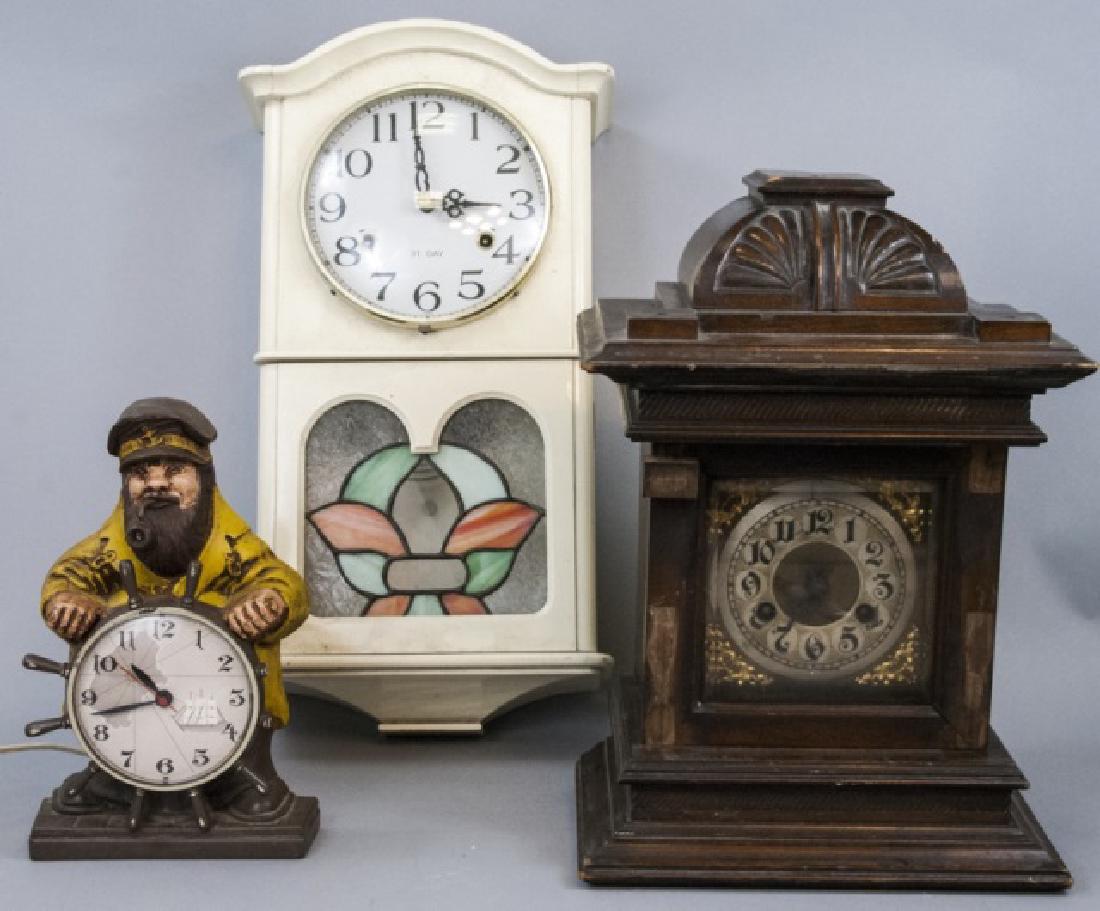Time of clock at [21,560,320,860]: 10:42
